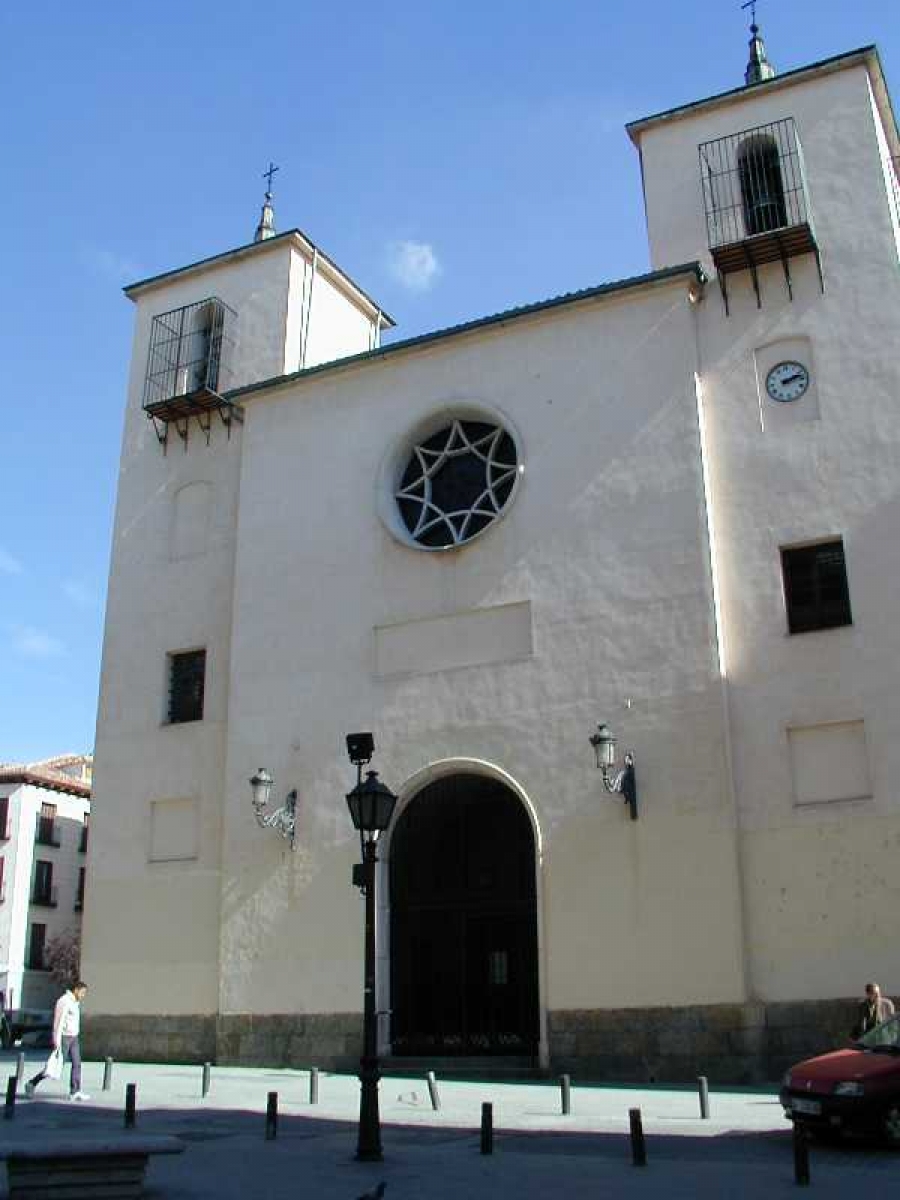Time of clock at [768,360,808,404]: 2:12
